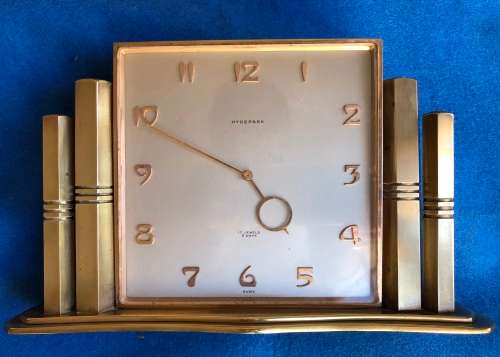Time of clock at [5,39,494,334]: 4:49
